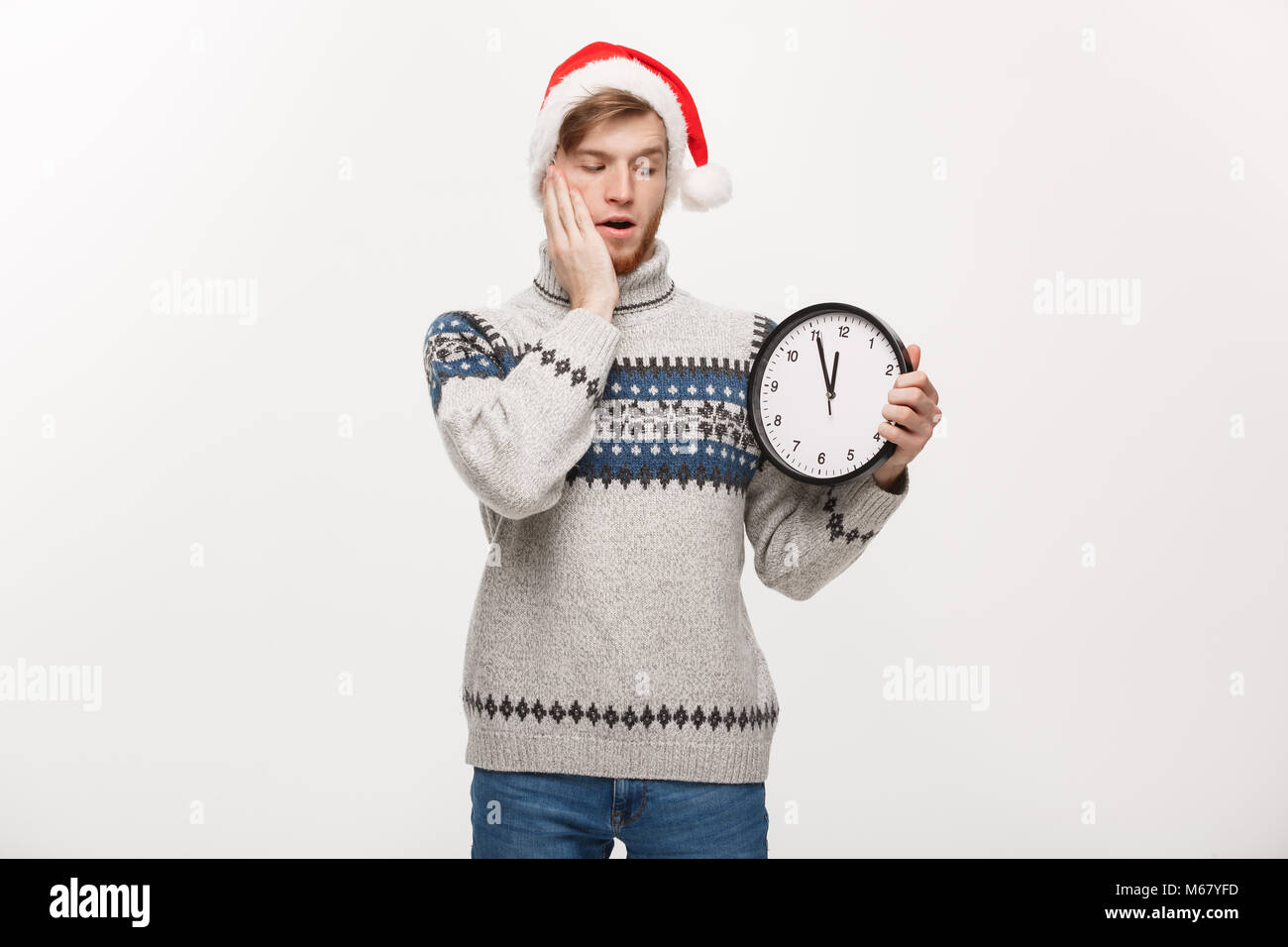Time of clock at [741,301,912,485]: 11:55
